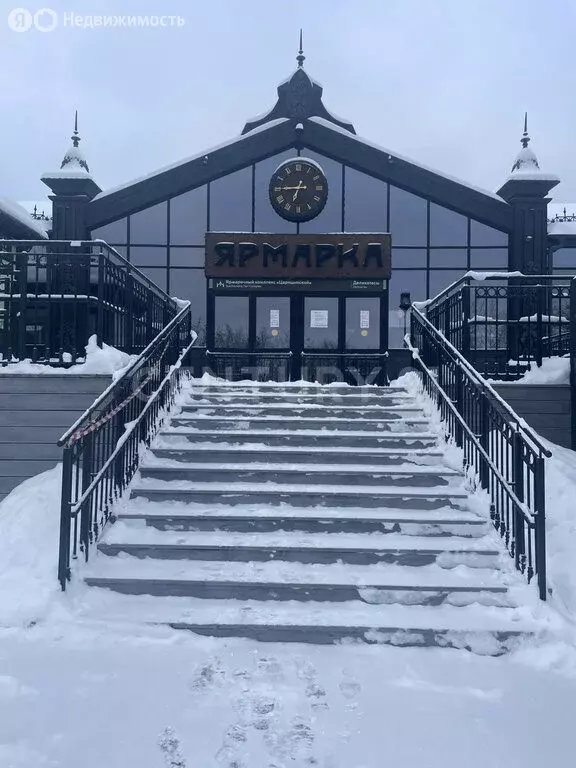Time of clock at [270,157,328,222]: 6:45
